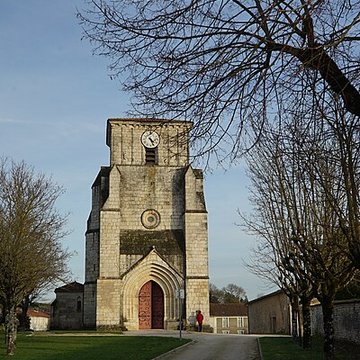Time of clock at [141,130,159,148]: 4:26
